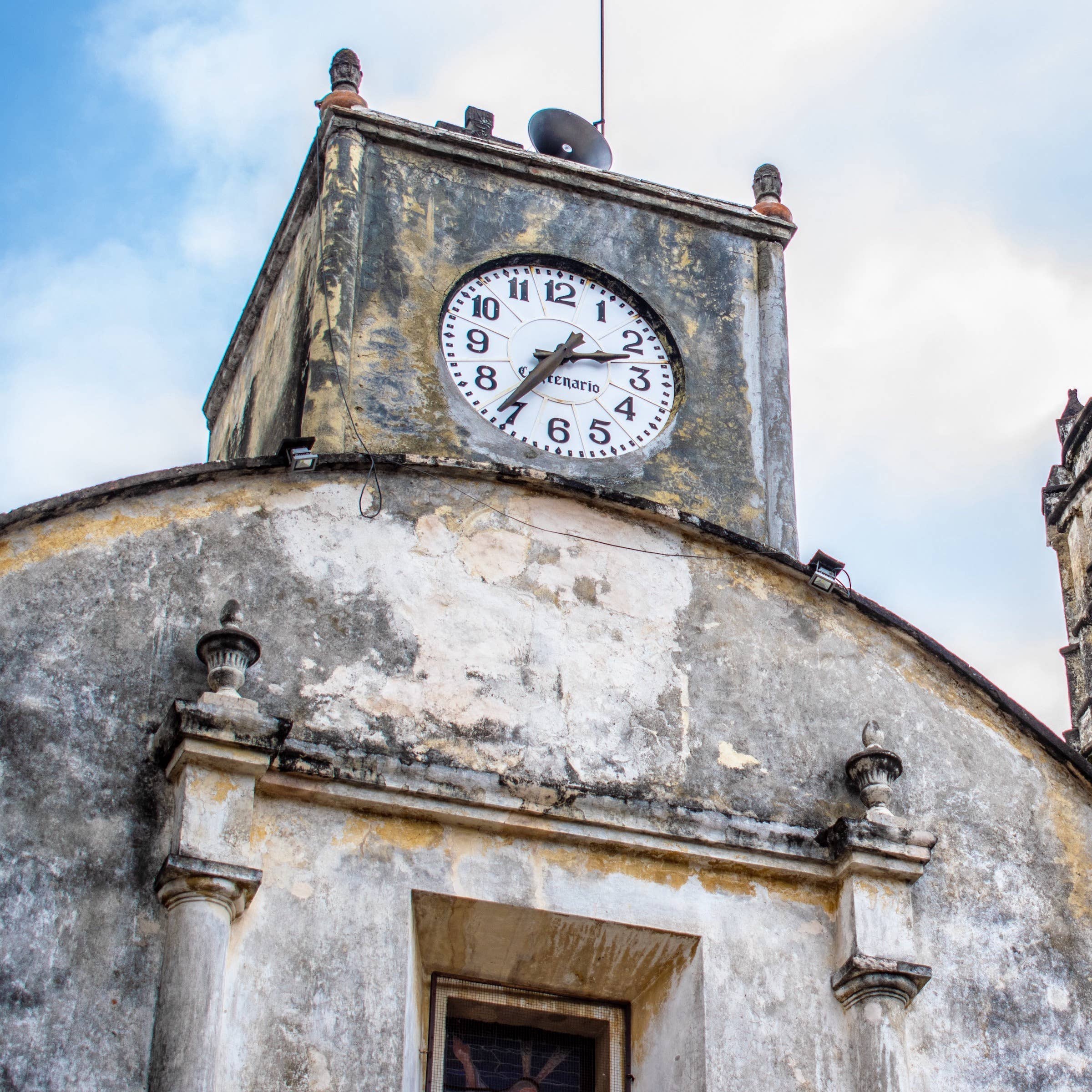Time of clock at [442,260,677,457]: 2:36
